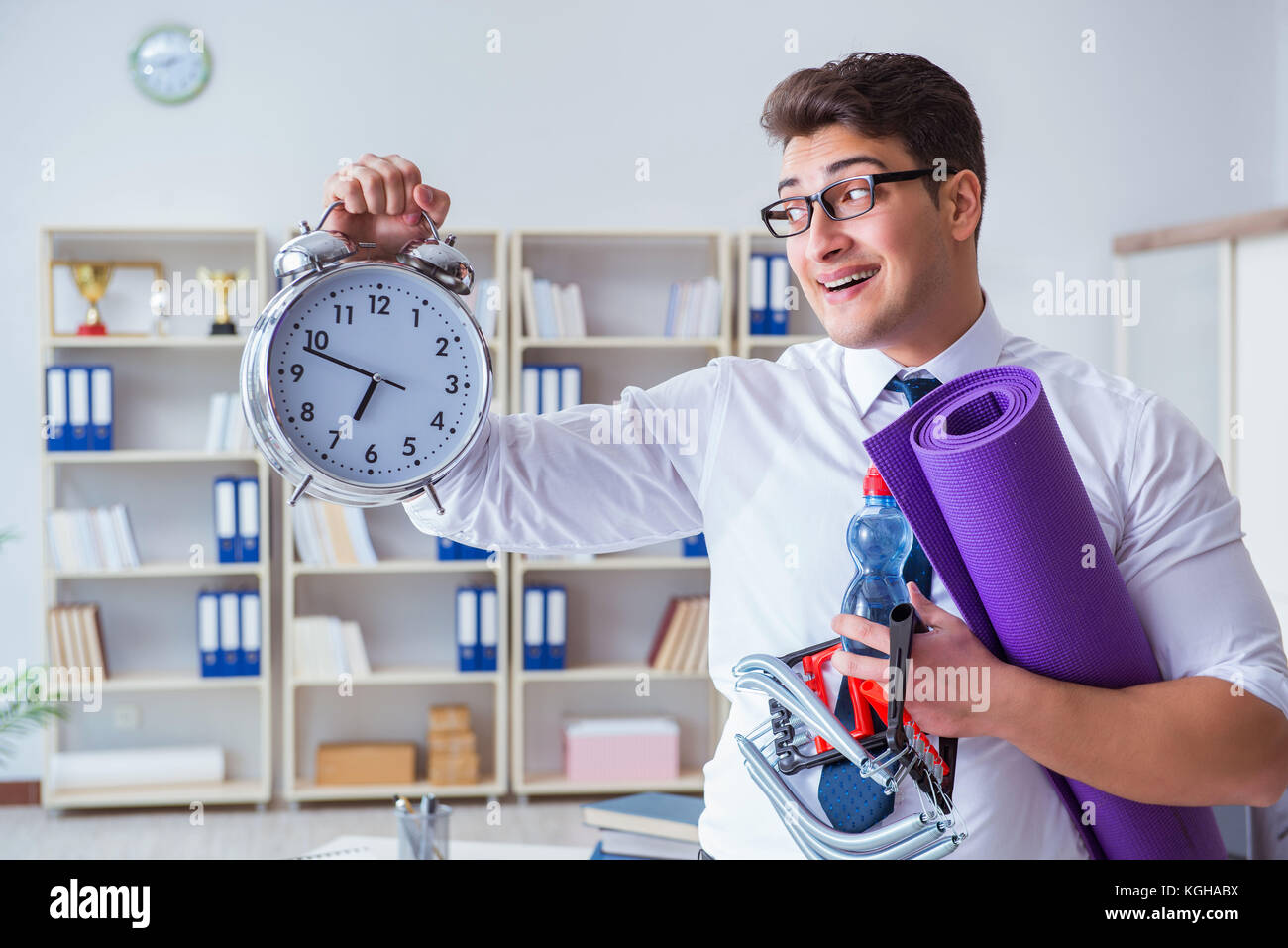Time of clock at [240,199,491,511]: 6:48
